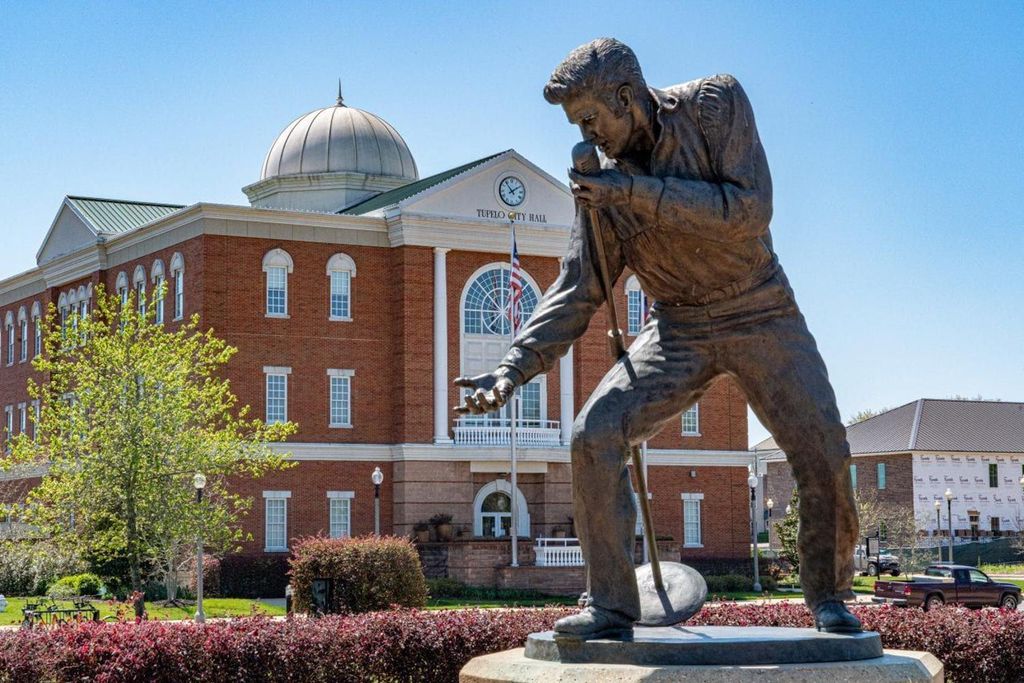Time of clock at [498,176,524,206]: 1:53
